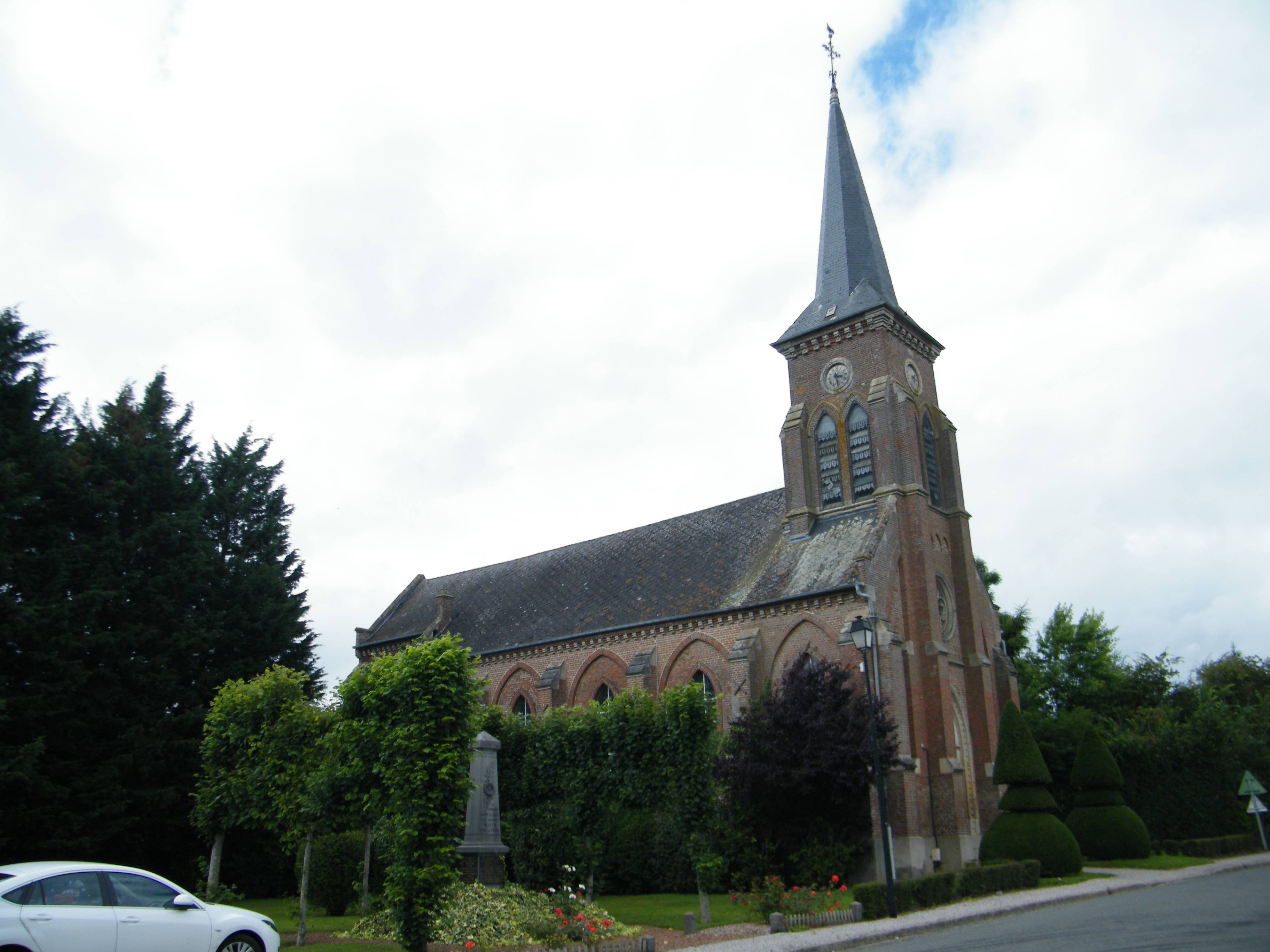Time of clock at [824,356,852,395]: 3:27
